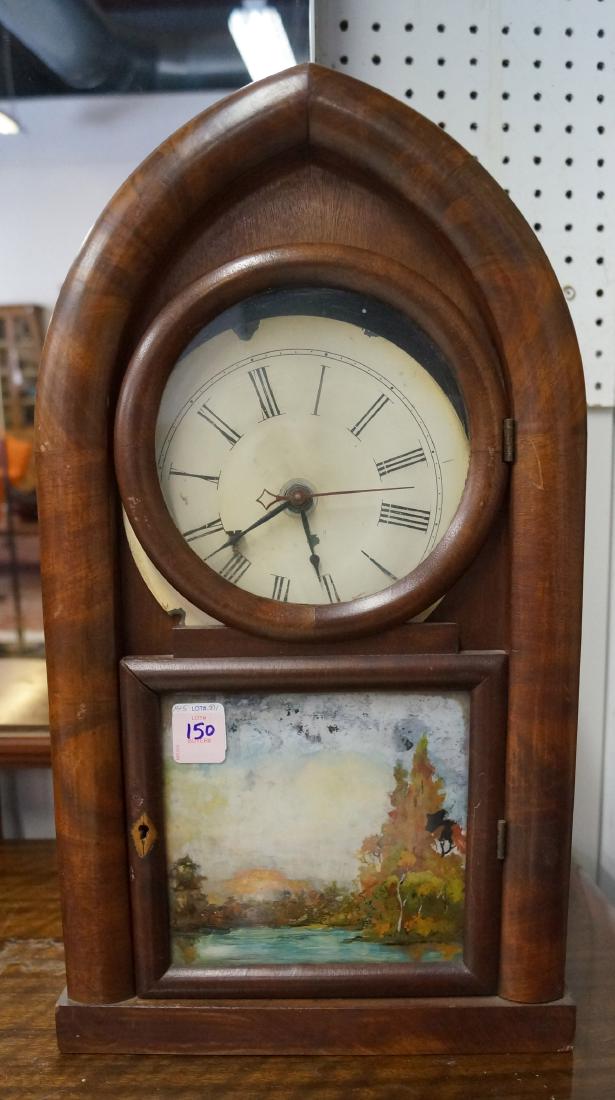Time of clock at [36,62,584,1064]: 5:40
